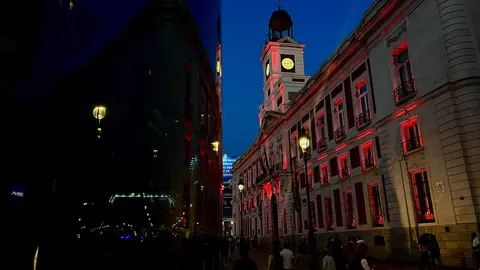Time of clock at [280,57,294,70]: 9:12
